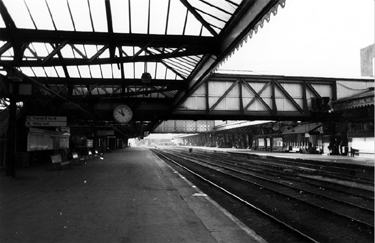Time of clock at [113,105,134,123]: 9:57
